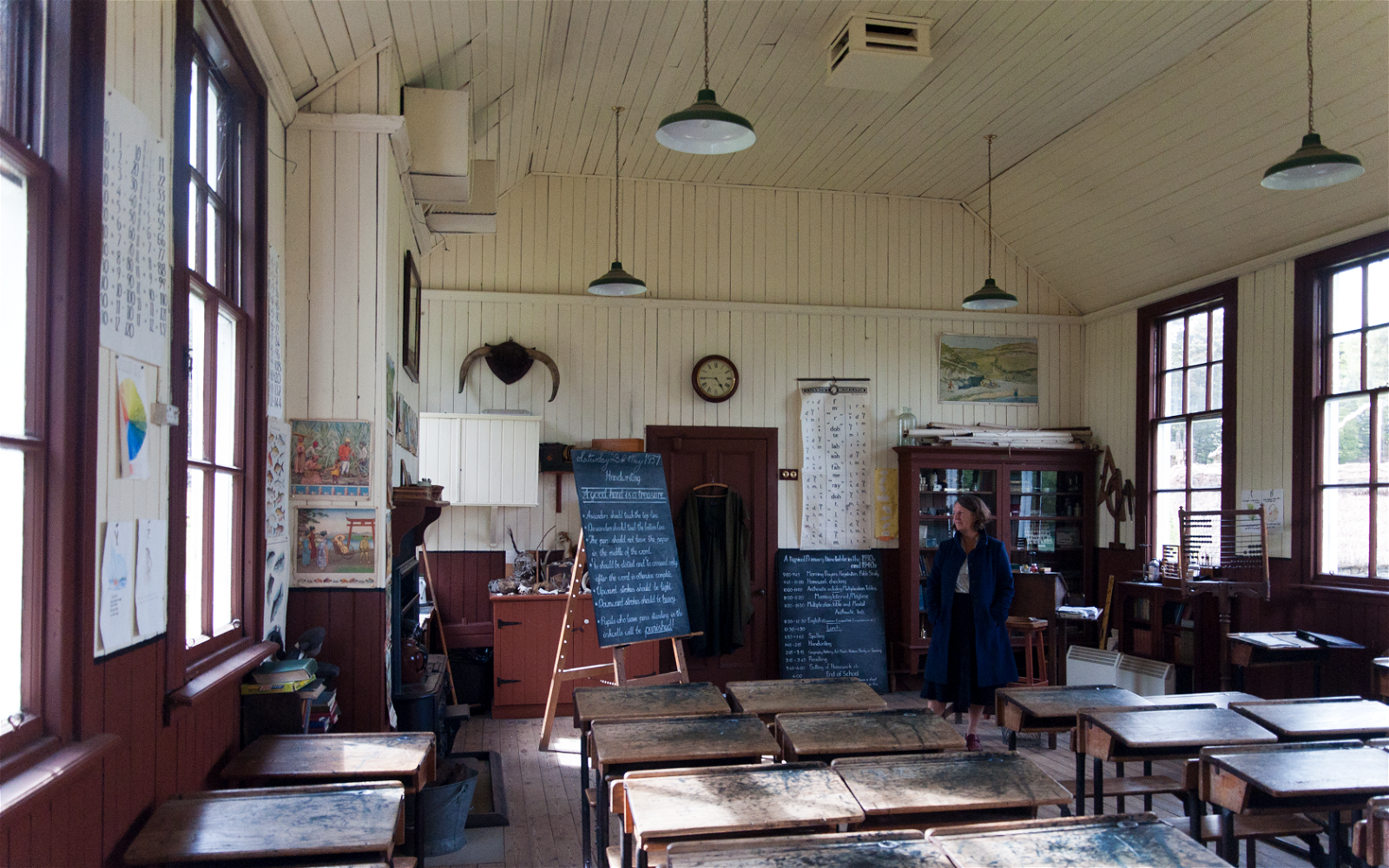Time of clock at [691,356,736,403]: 4:45
